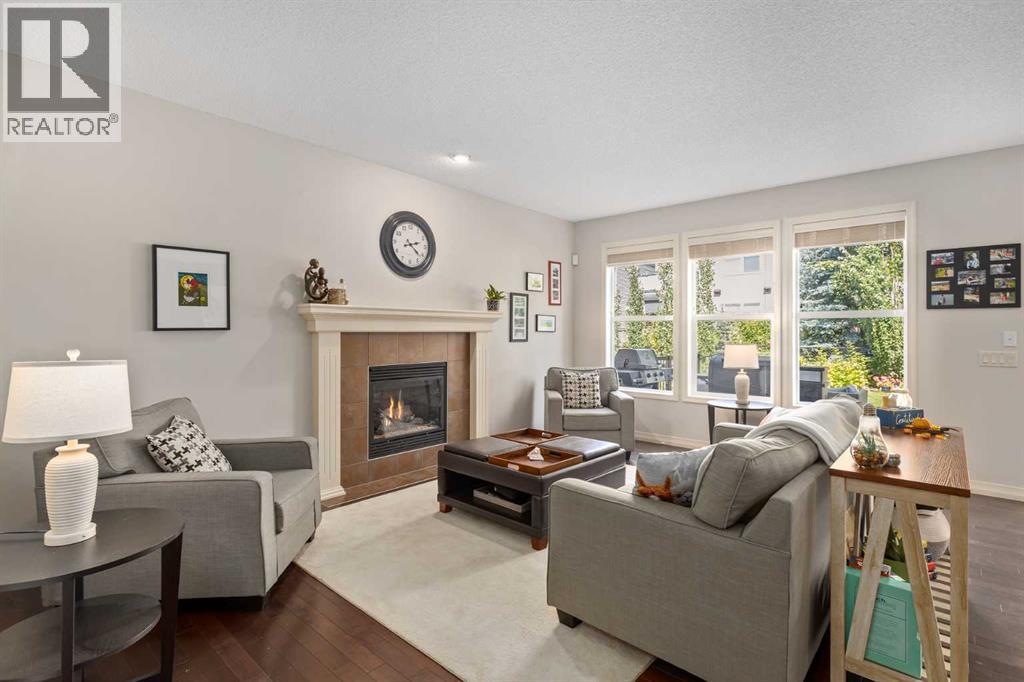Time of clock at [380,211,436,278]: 2:22
